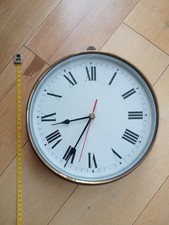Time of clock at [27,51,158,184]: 8:34
